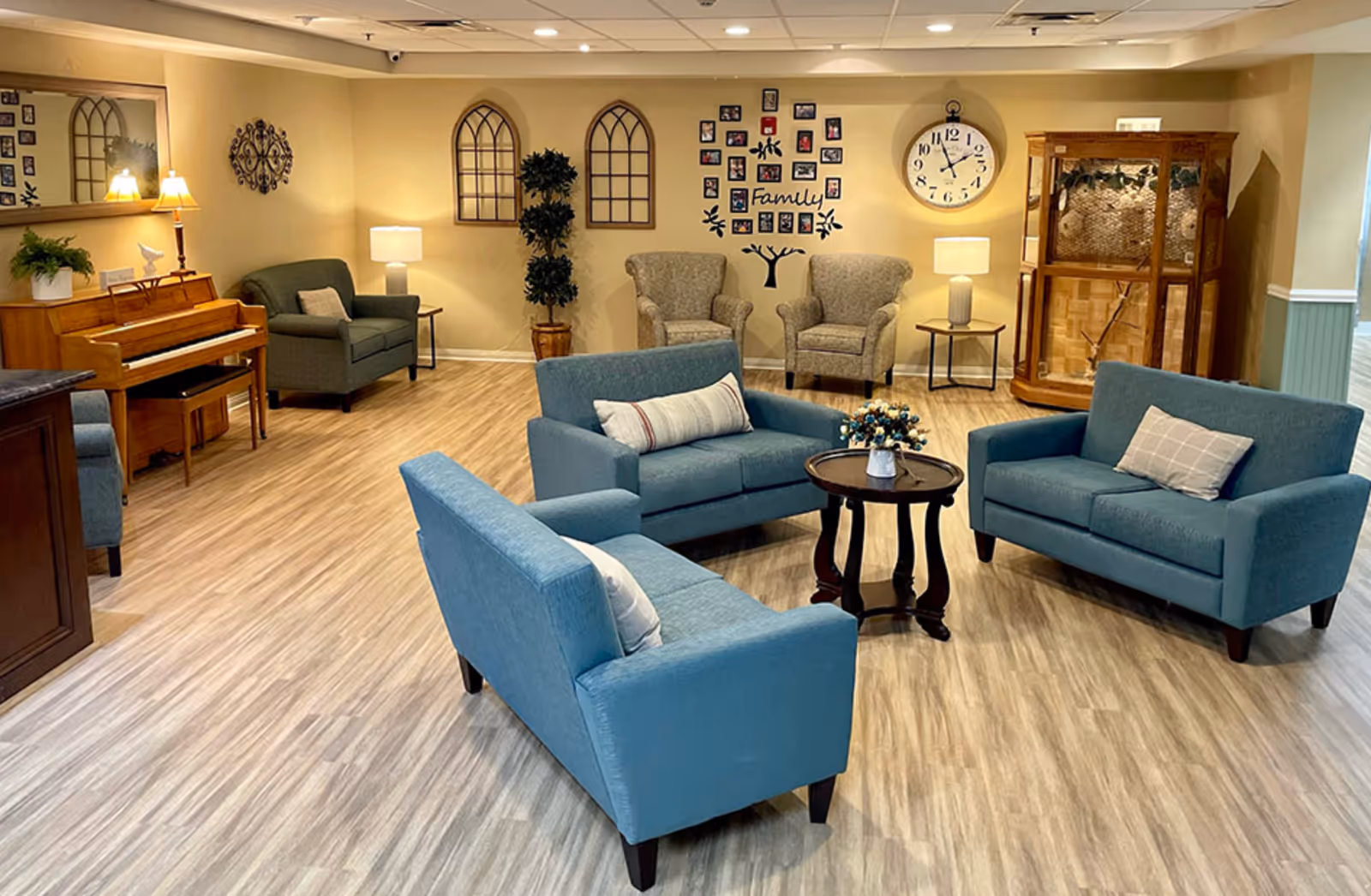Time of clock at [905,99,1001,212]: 1:56
